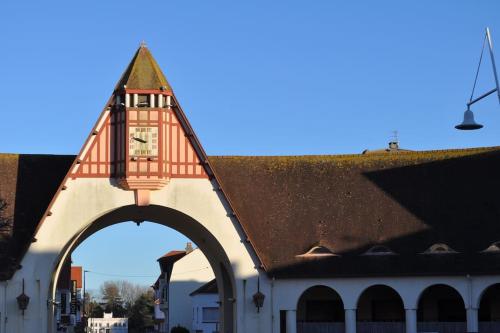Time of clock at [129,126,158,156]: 9:48
